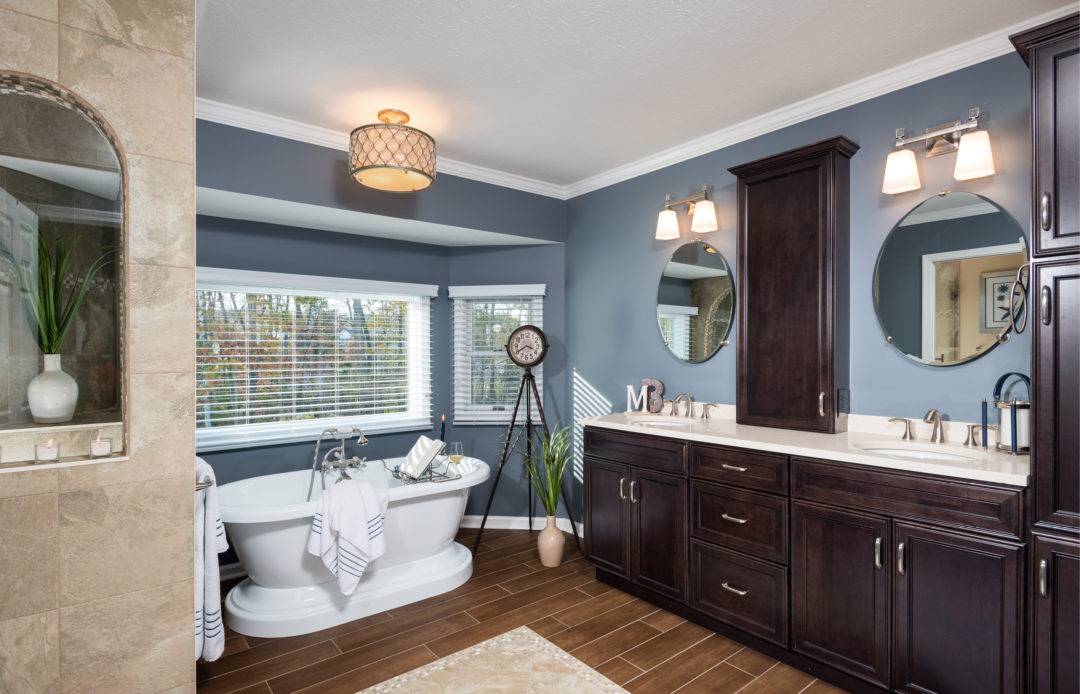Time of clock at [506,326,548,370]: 3:40
